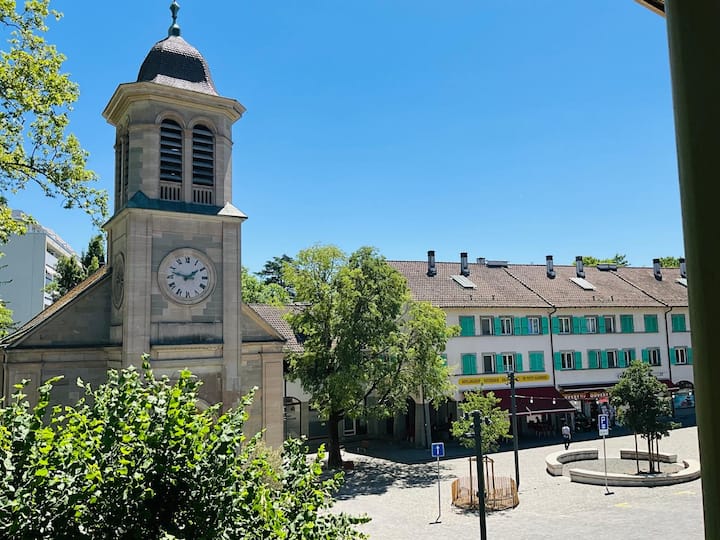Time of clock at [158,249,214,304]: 1:47
